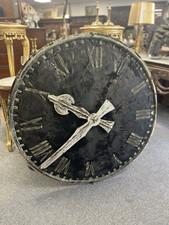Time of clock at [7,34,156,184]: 9:38
